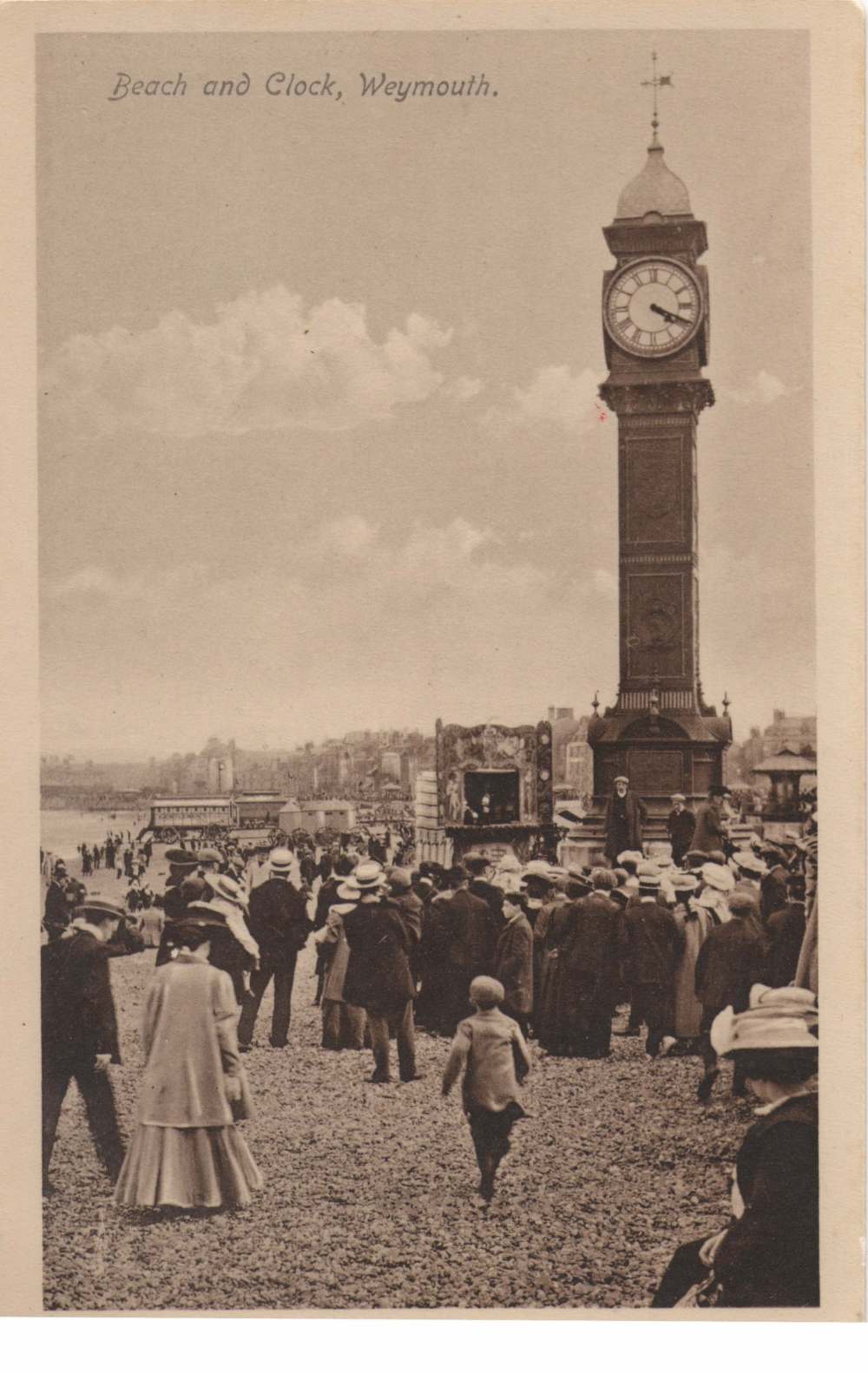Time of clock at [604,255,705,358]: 4:19
